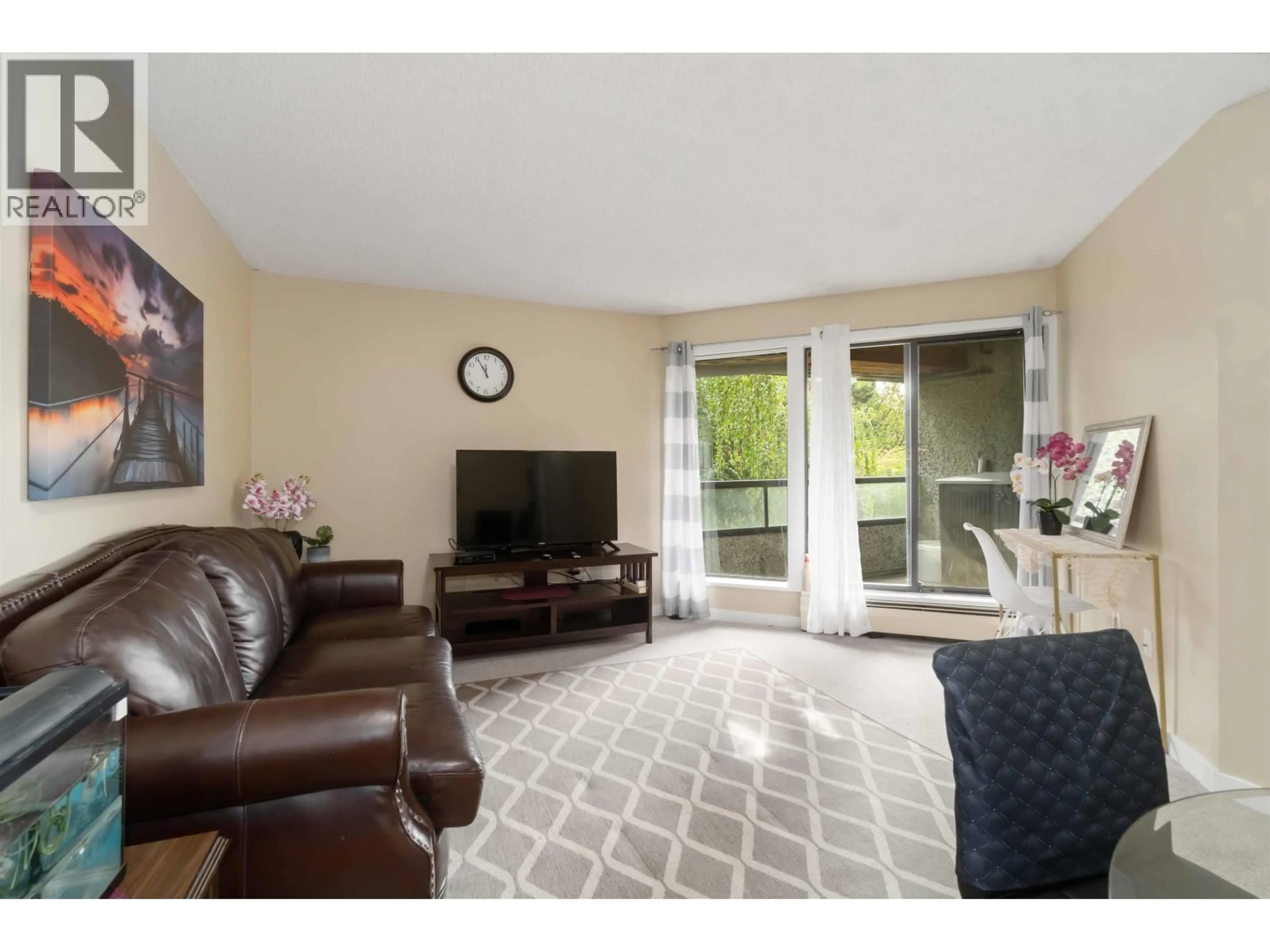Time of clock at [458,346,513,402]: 11:55
